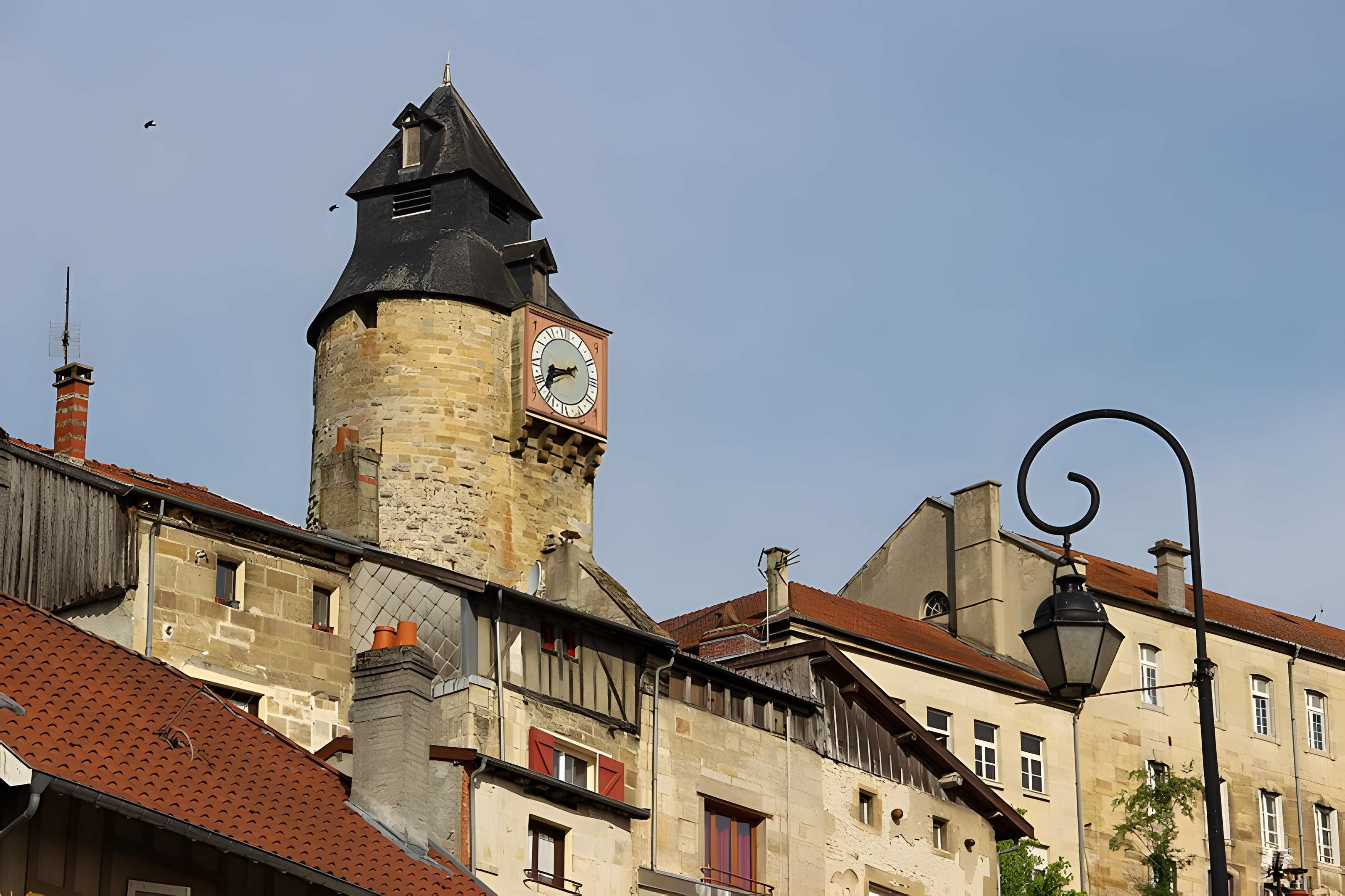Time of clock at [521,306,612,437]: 8:40
